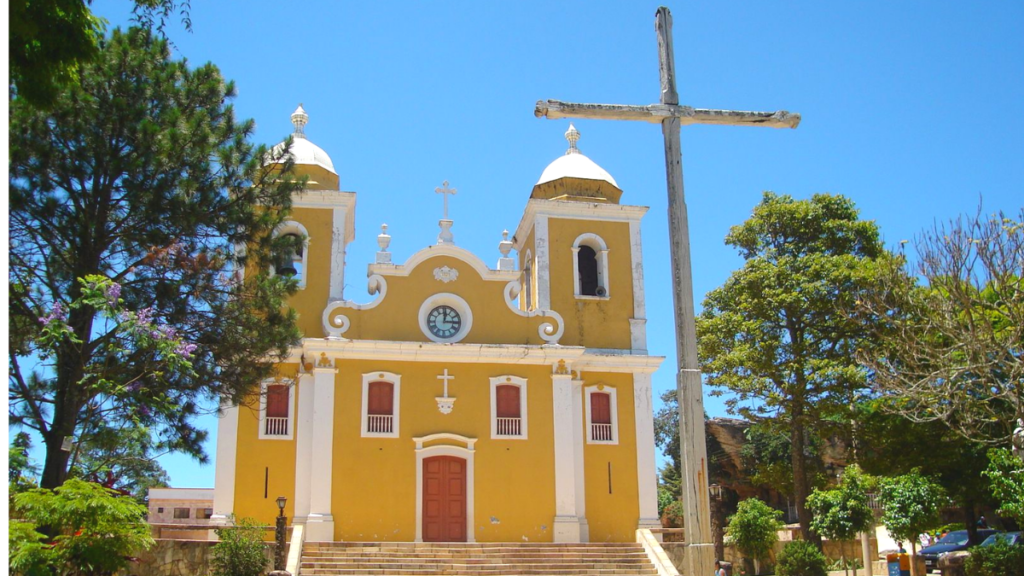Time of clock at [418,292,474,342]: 12:14
